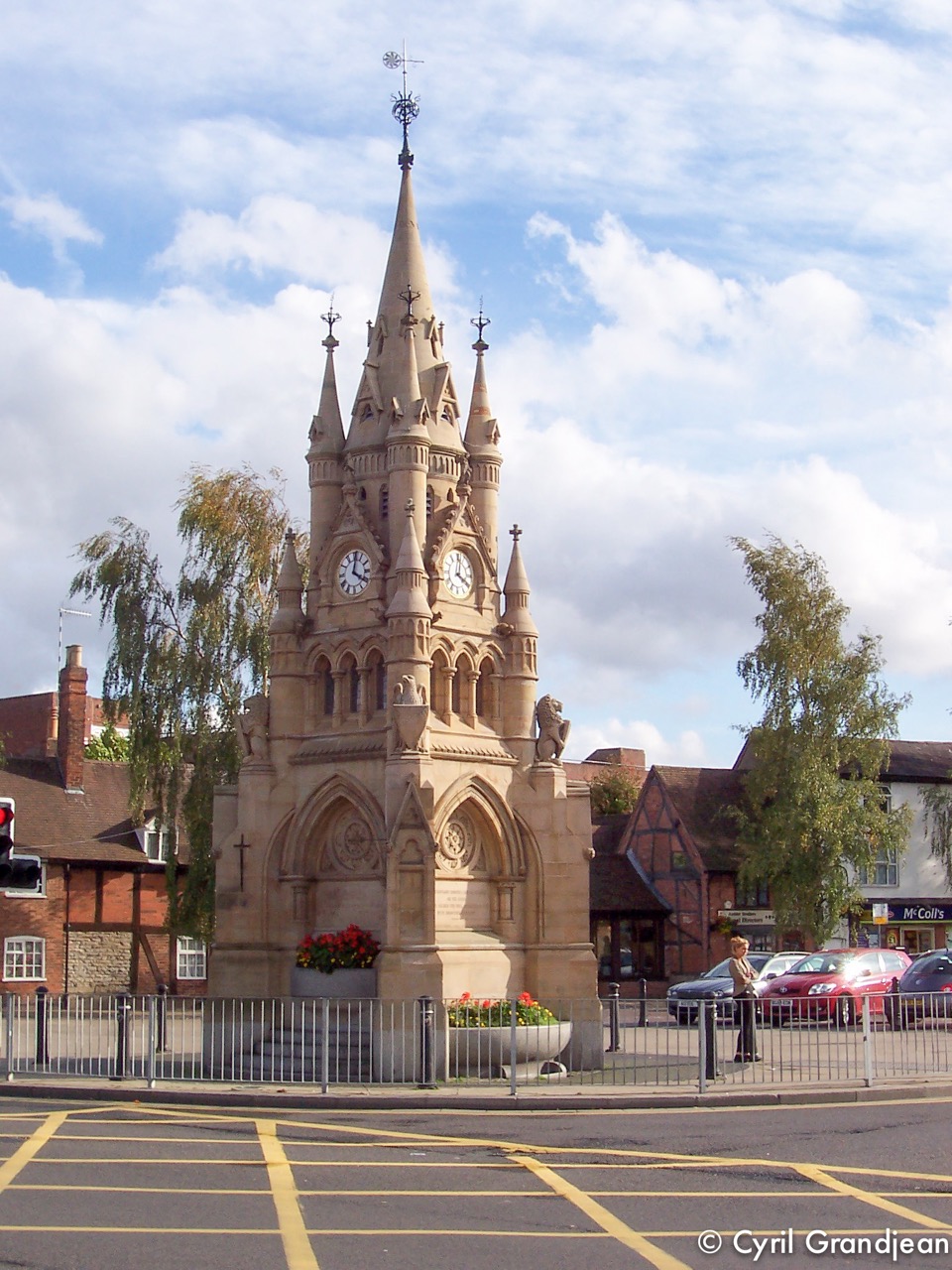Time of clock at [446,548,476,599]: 4:01
